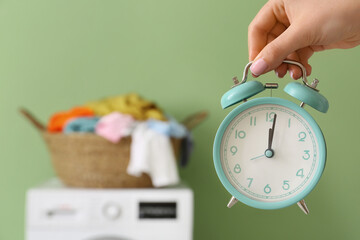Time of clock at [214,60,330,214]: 12:01
